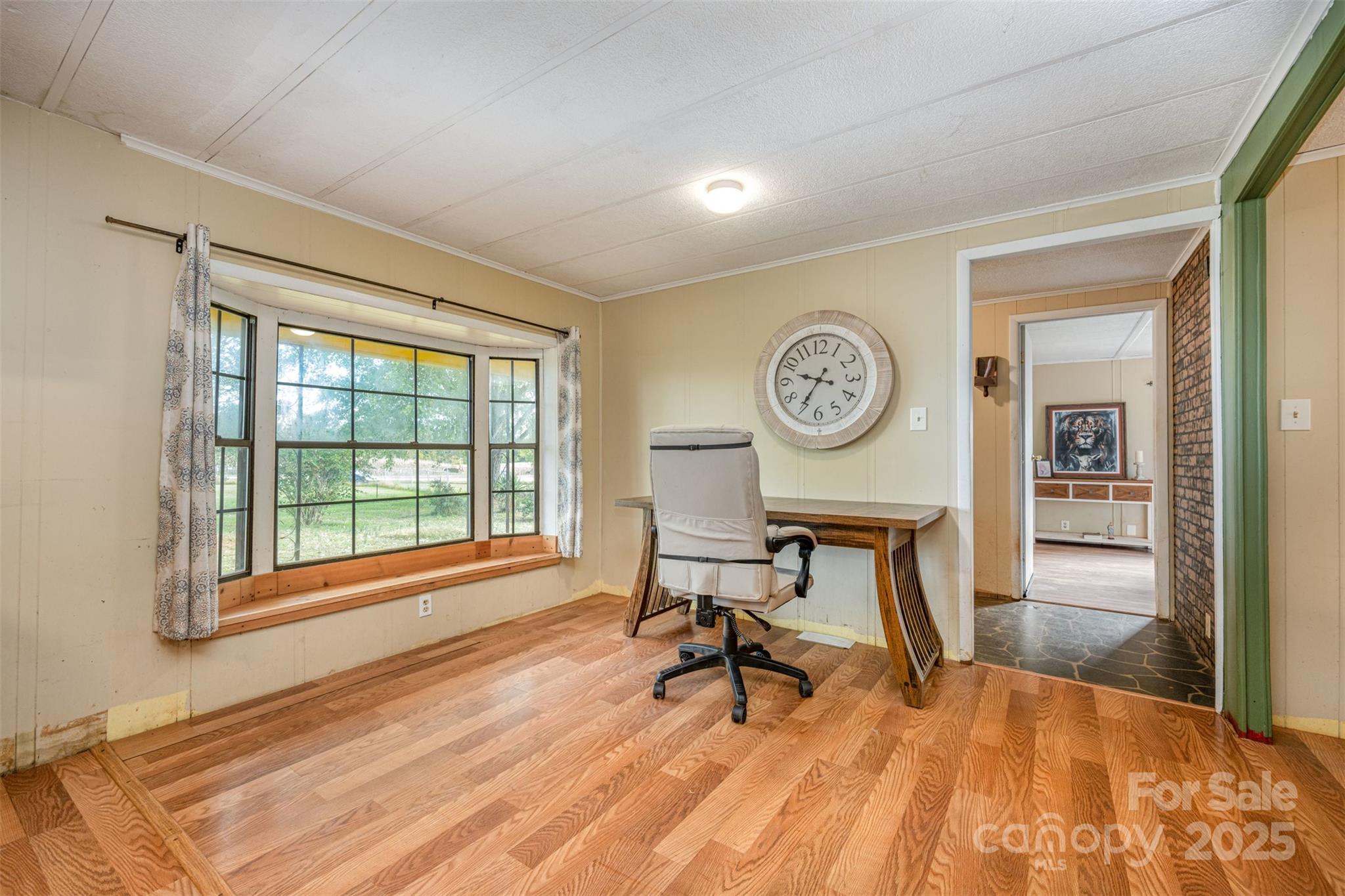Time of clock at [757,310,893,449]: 9:35
